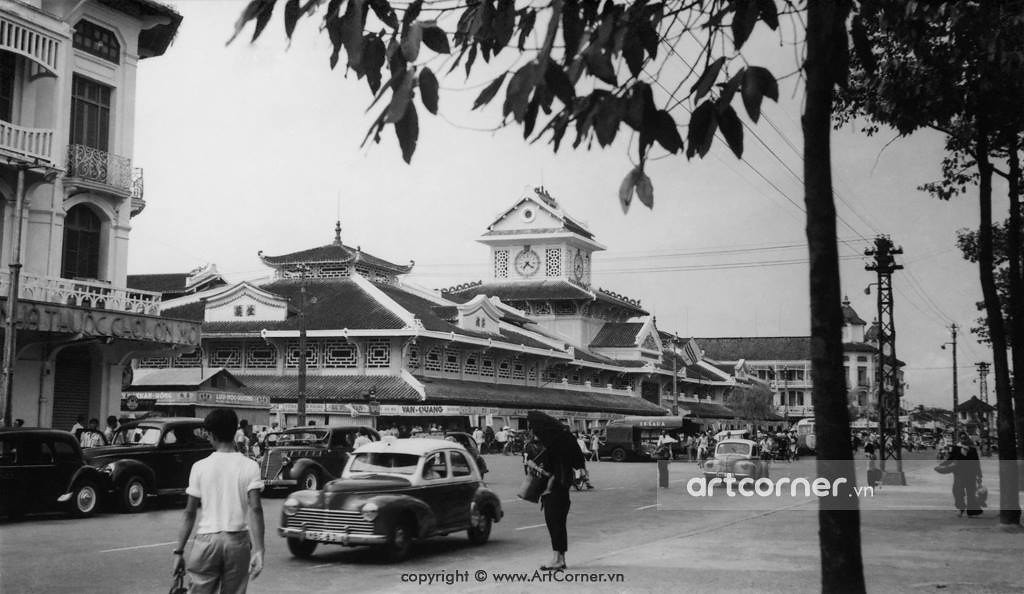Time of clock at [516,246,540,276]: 7:21
